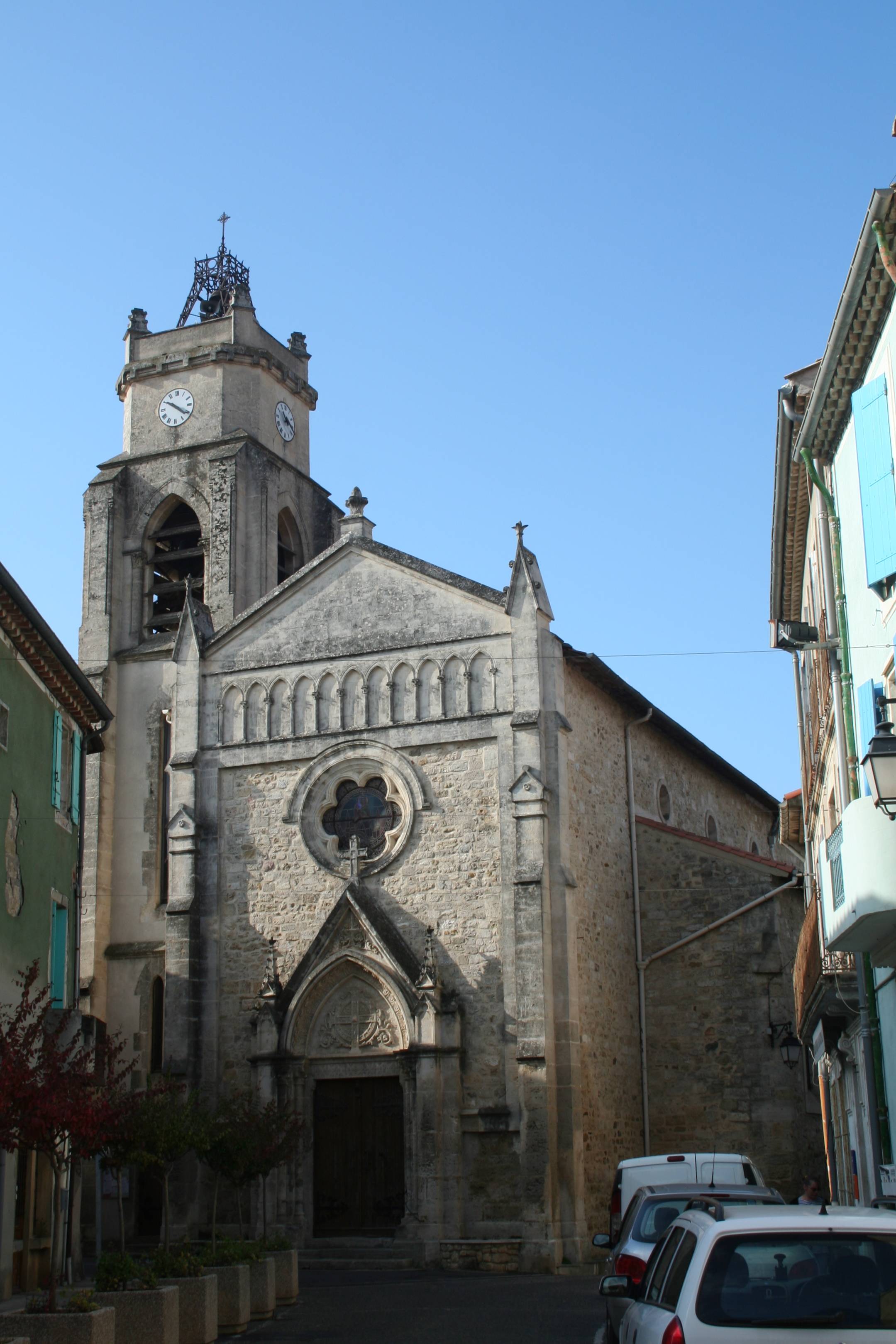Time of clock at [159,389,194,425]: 4:20
